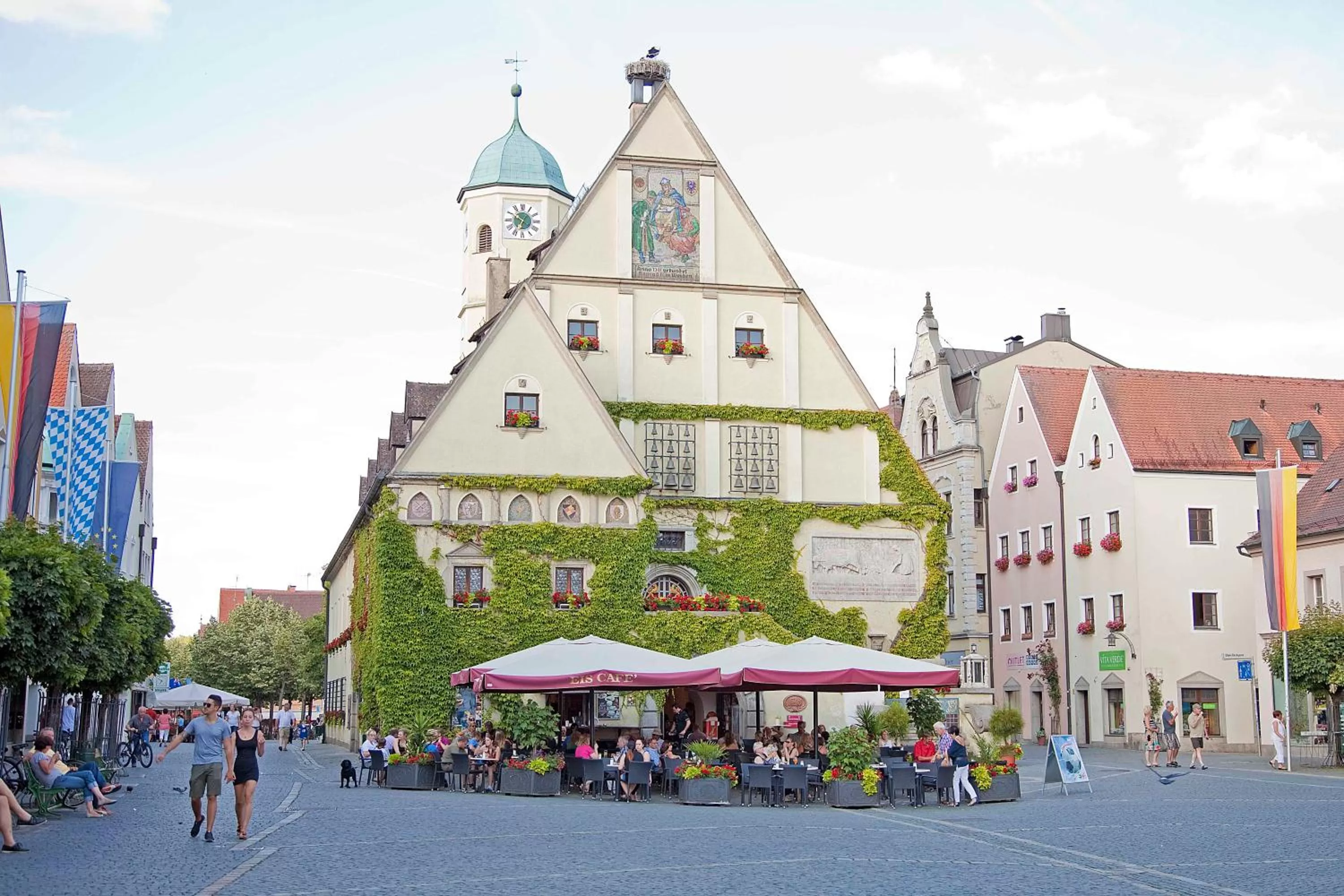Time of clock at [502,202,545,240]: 6:50
